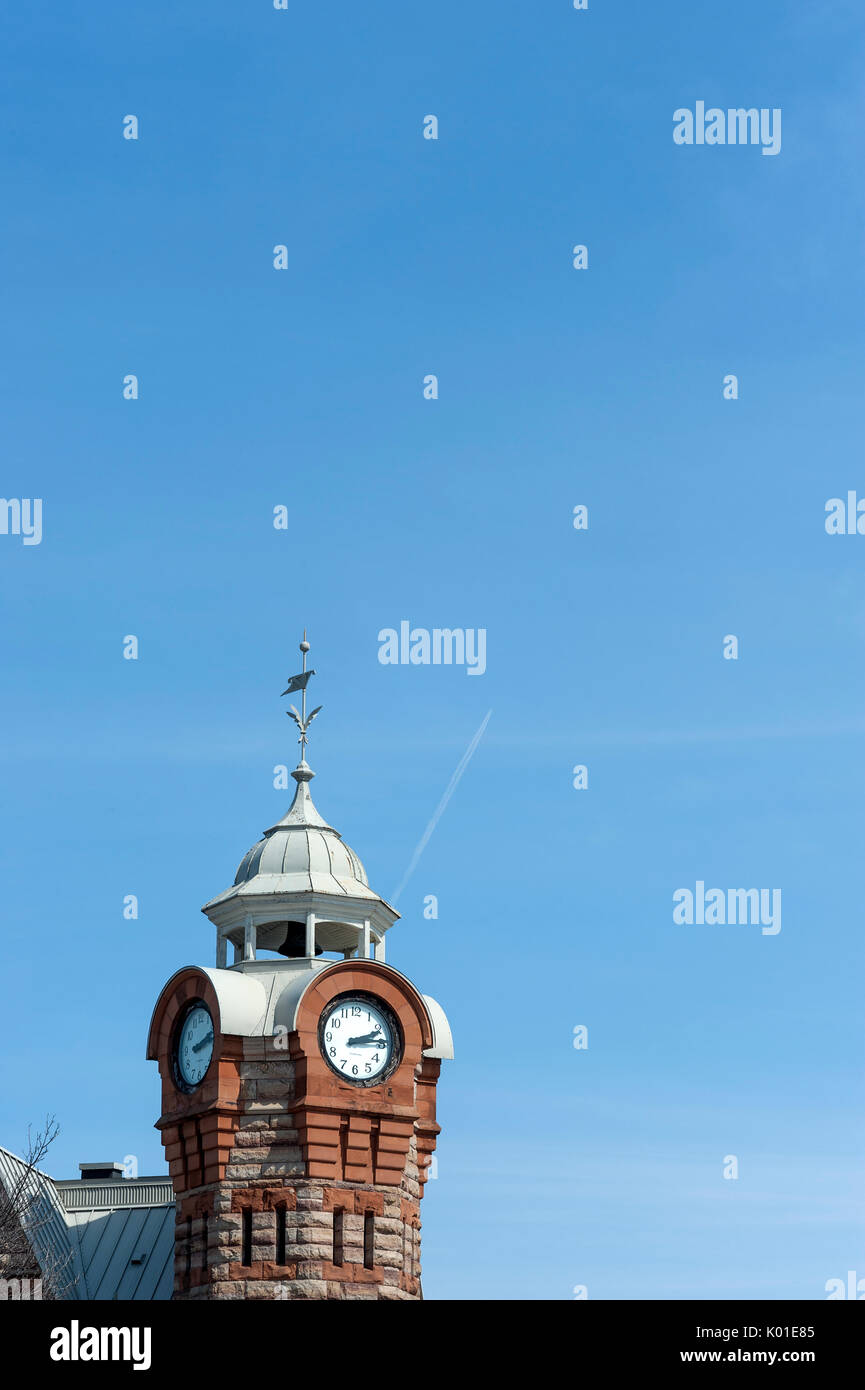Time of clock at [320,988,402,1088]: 2:14
